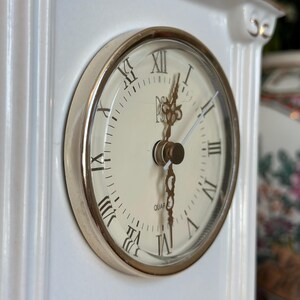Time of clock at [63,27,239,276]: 12:29
